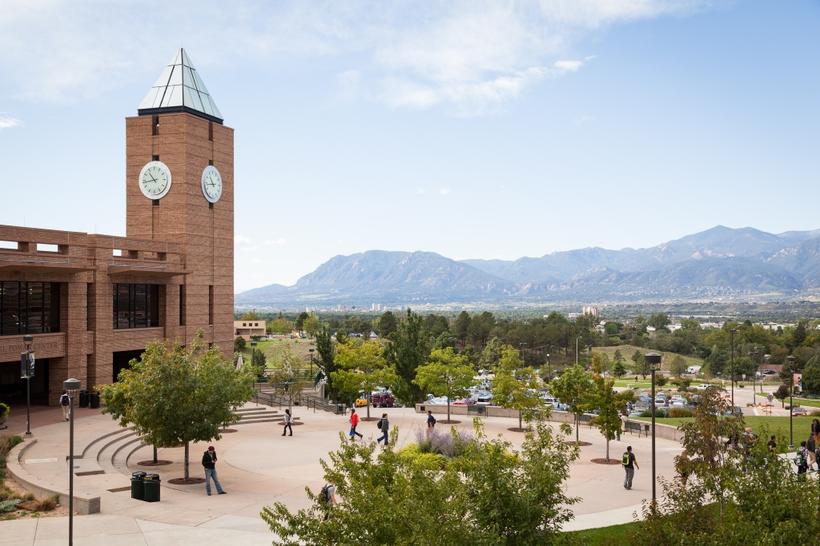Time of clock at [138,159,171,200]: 10:43
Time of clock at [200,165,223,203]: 10:43
